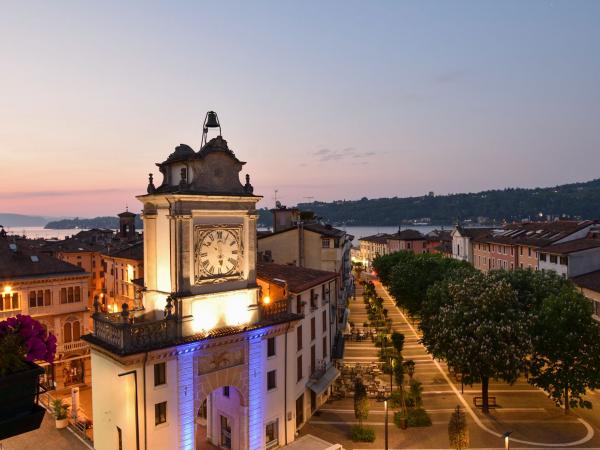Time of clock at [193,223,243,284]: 5:59
